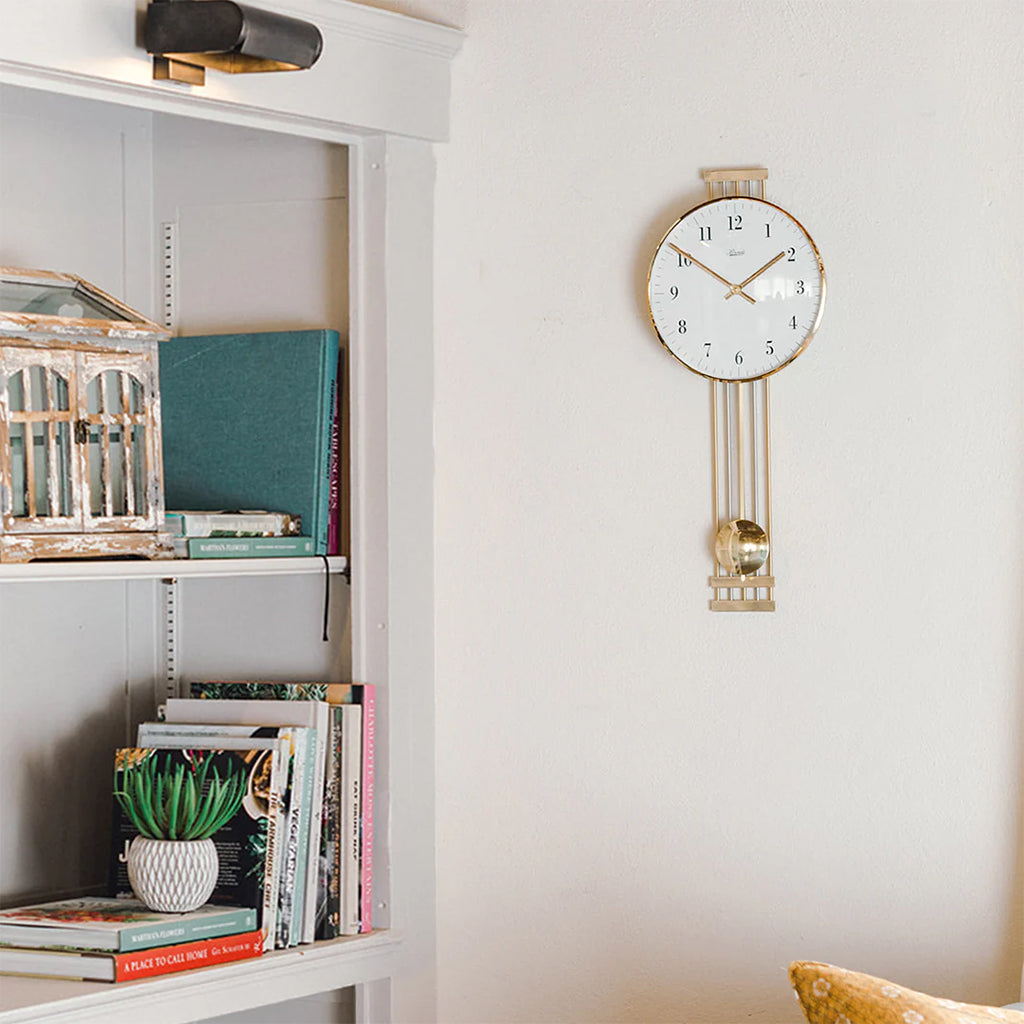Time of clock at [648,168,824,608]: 1:51
